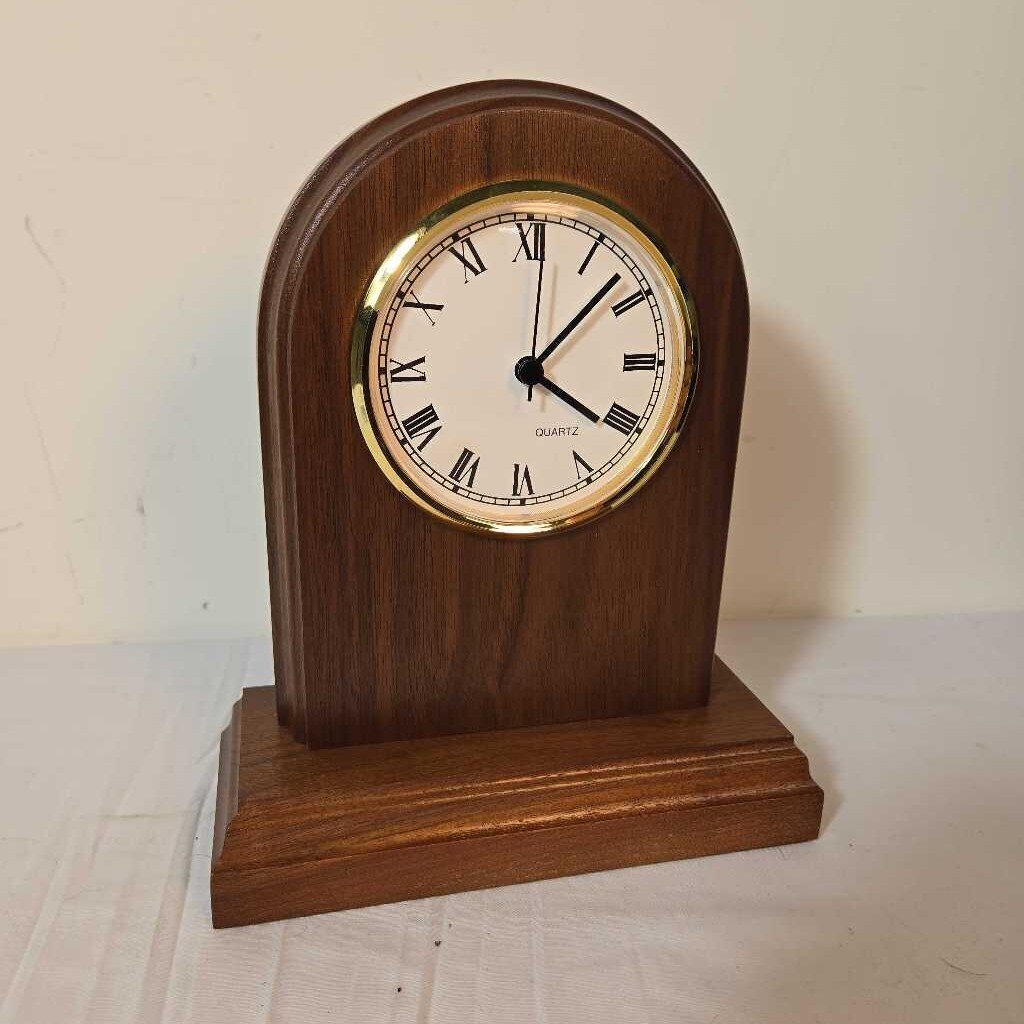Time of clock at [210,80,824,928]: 4:07
